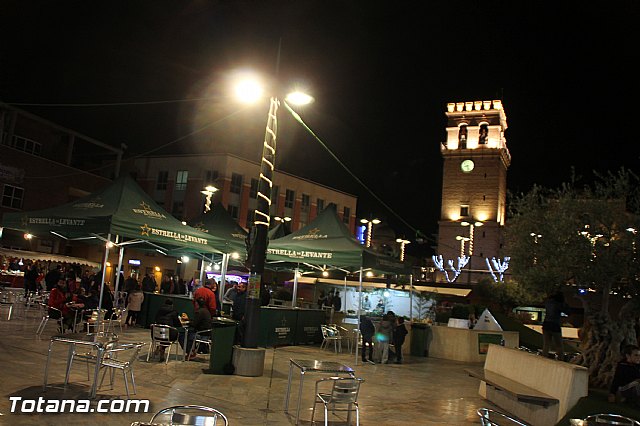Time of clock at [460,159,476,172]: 8:27
